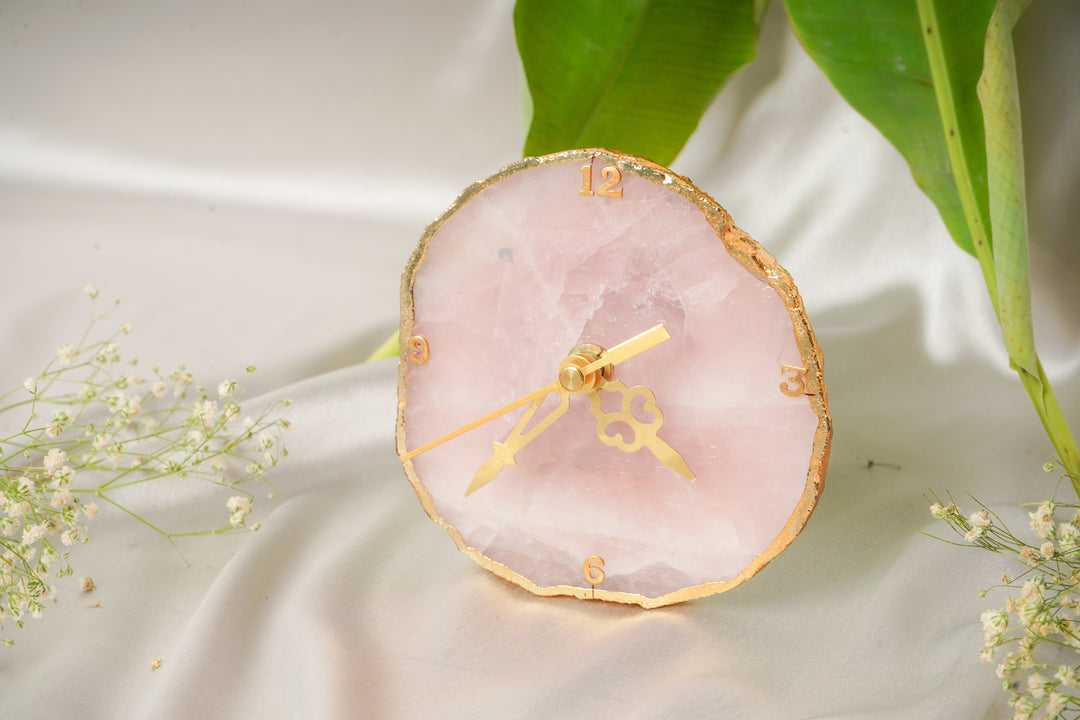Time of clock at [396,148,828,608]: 4:37
